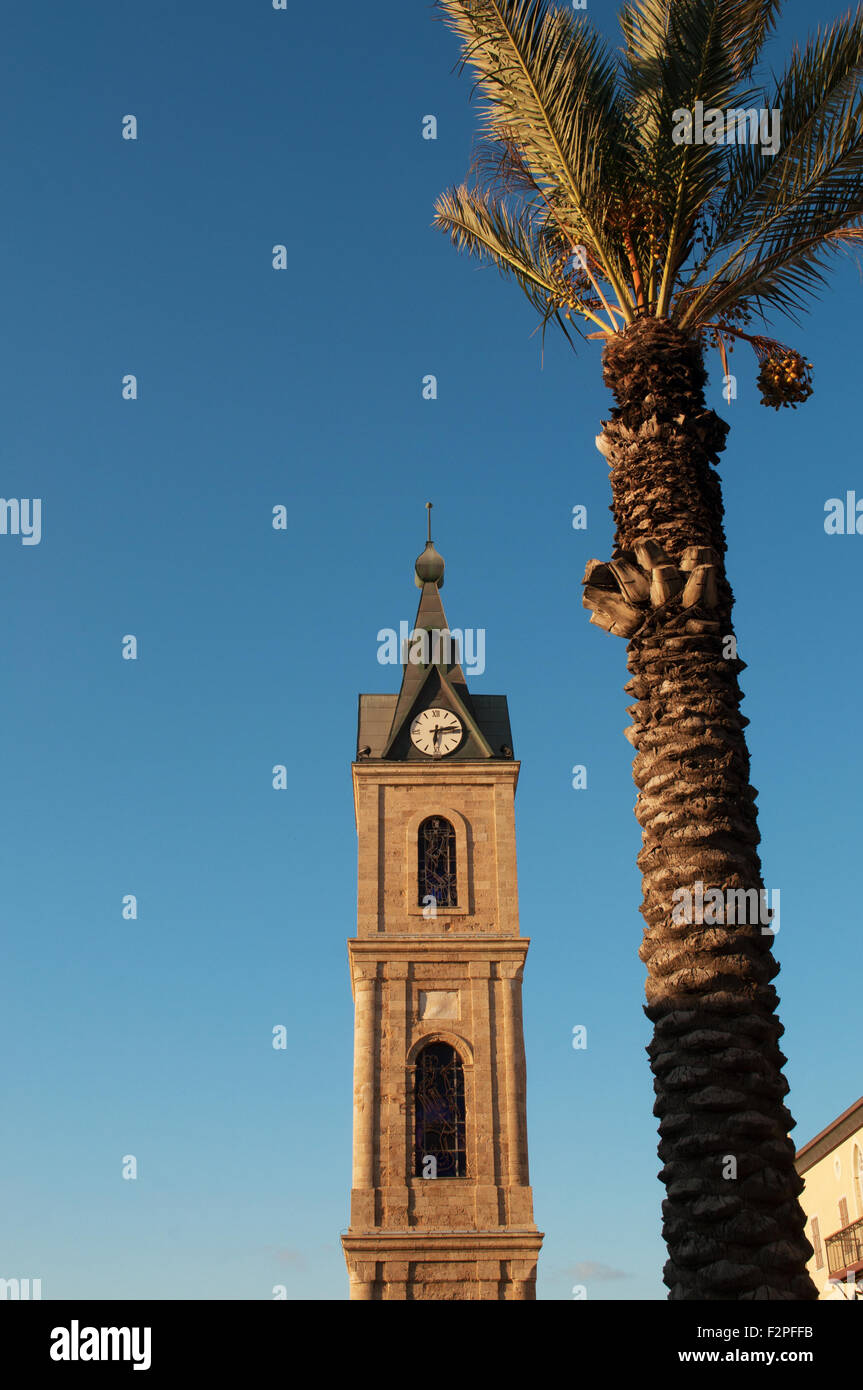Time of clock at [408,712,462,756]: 6:13
